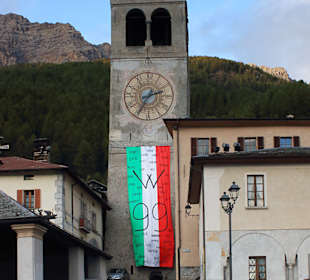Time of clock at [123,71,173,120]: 2:35
